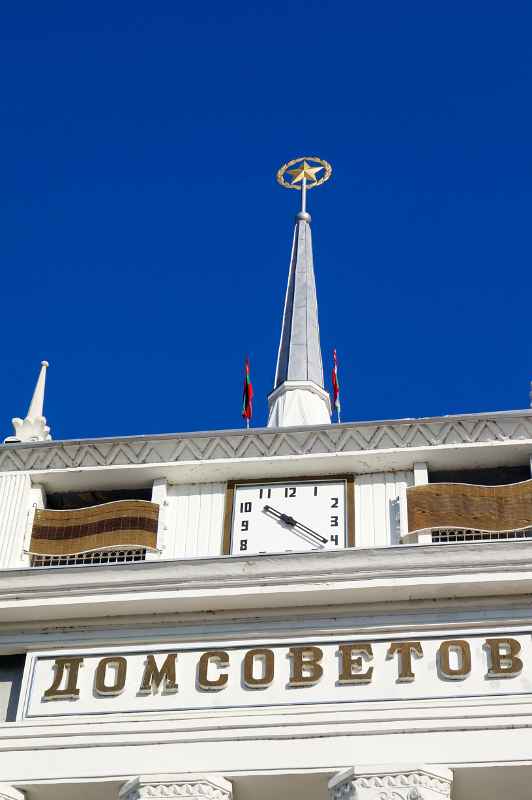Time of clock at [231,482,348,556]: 10:21
